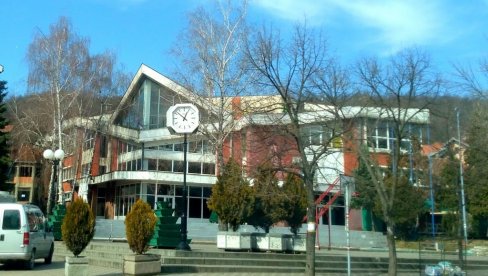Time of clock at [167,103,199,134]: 12:52
